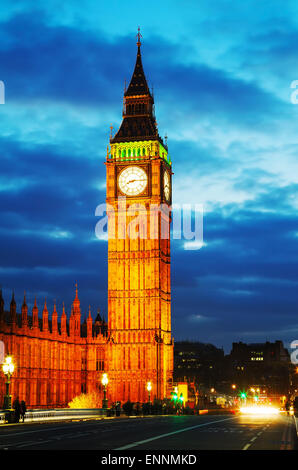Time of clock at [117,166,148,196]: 8:14
